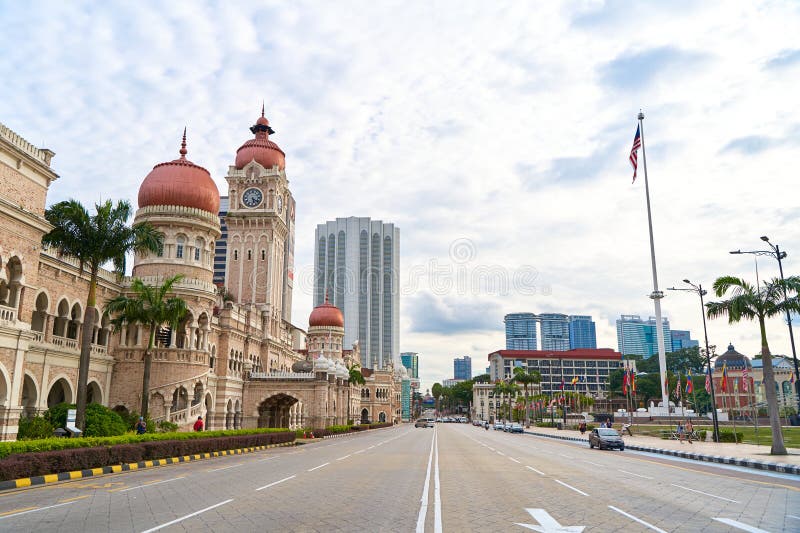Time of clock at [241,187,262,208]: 5:20
